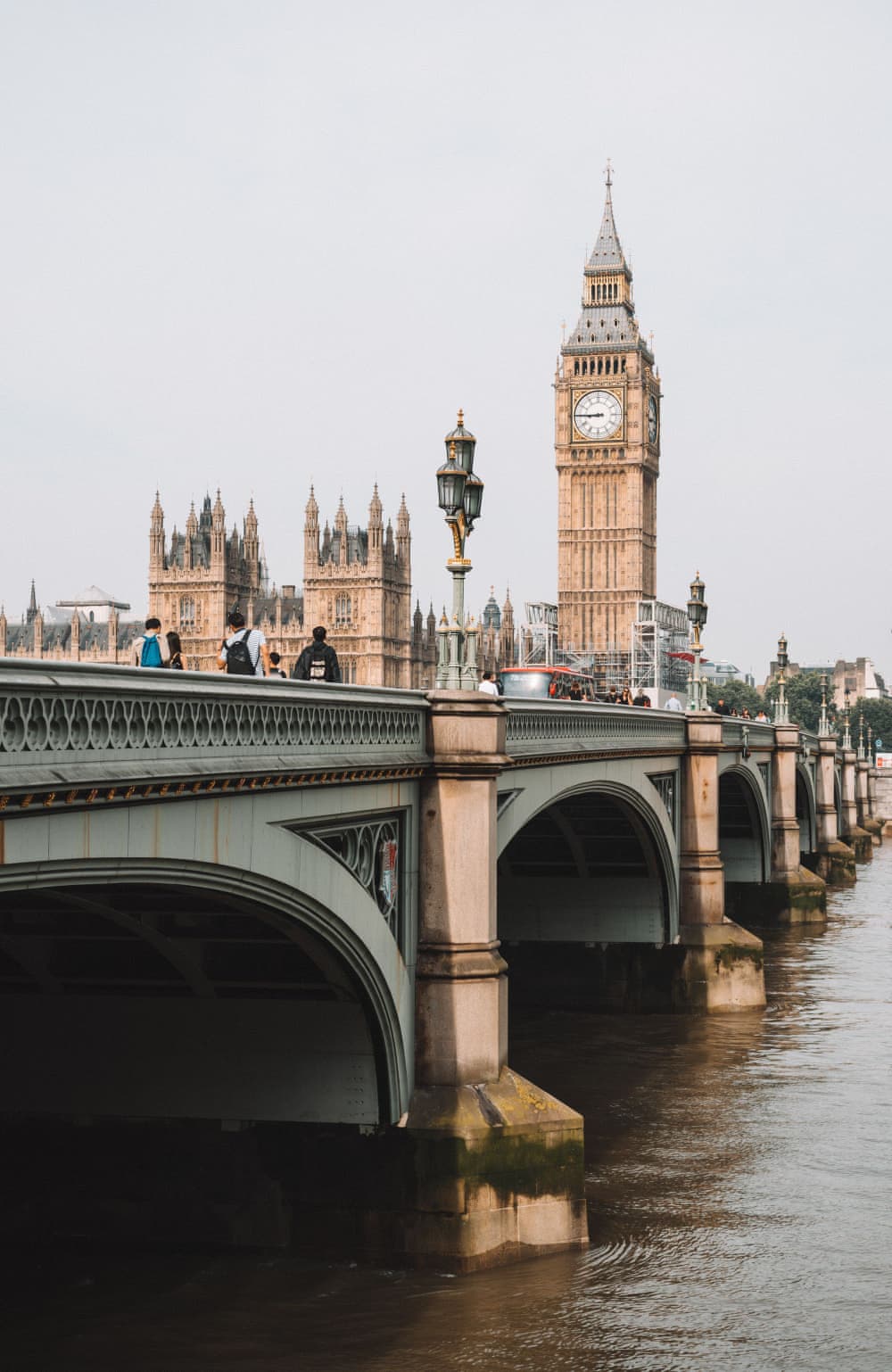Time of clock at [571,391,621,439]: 8:45
